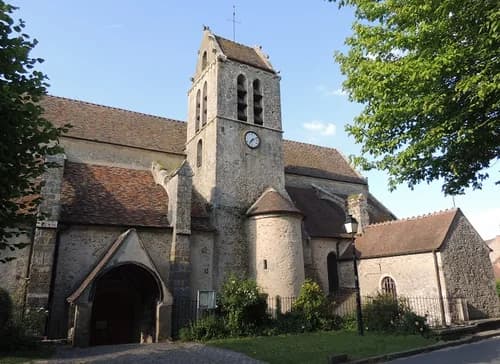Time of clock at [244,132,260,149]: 7:09
